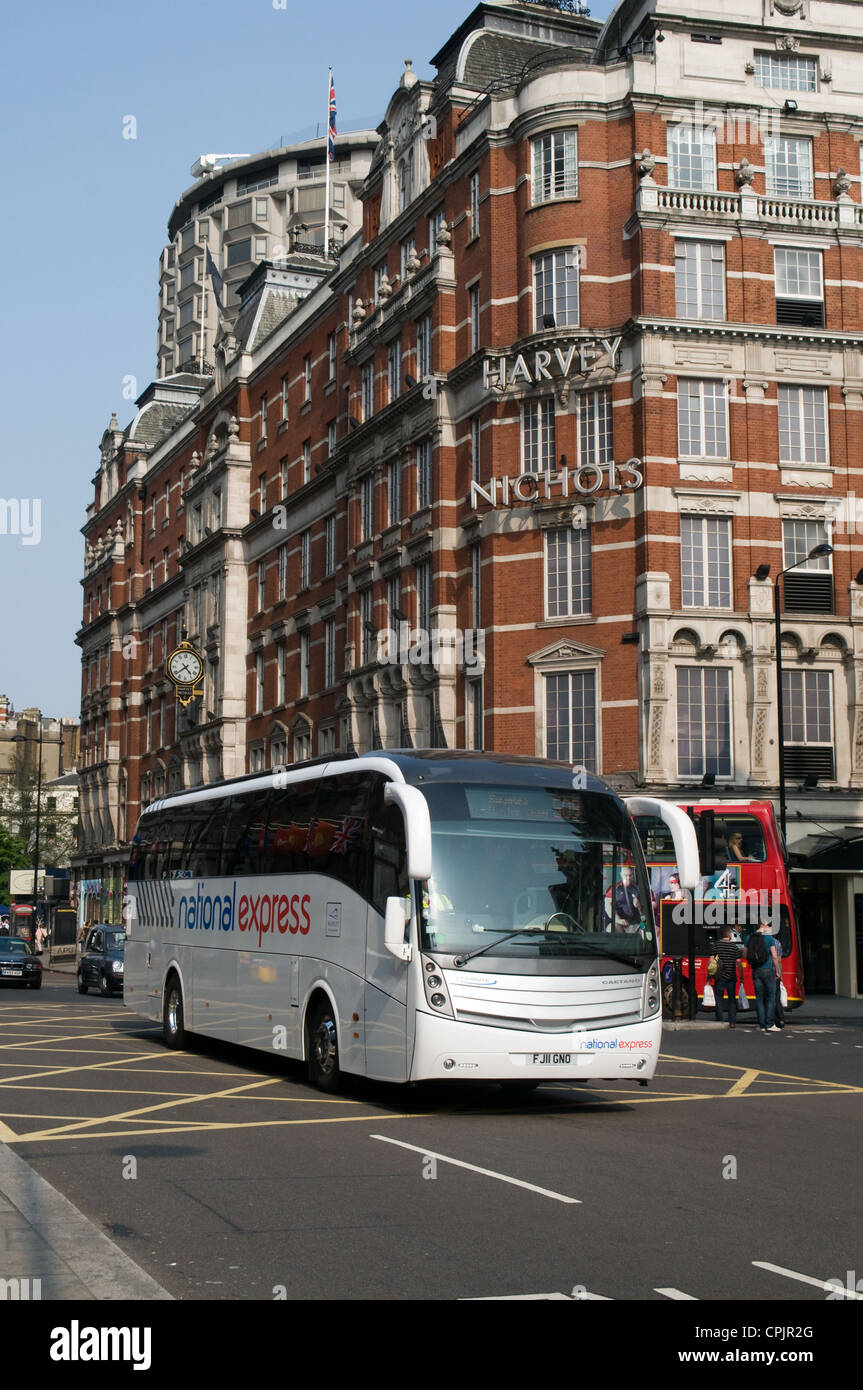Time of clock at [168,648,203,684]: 4:38
